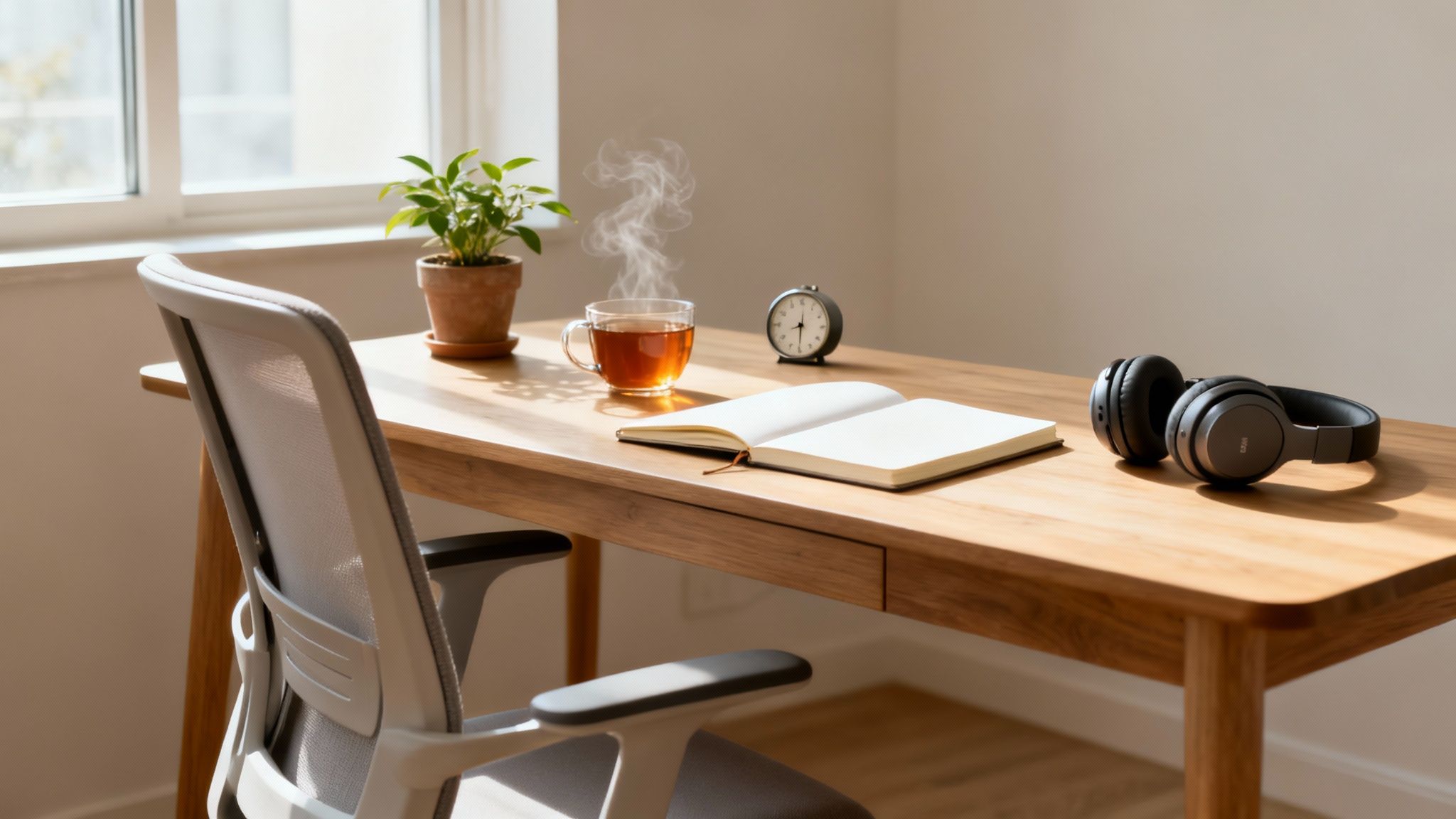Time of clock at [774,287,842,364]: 8:30
